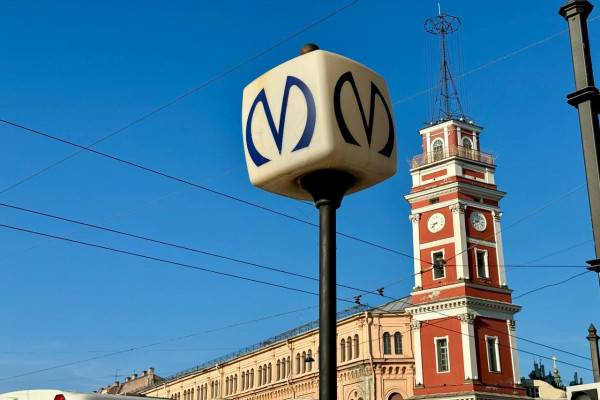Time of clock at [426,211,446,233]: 8:38
